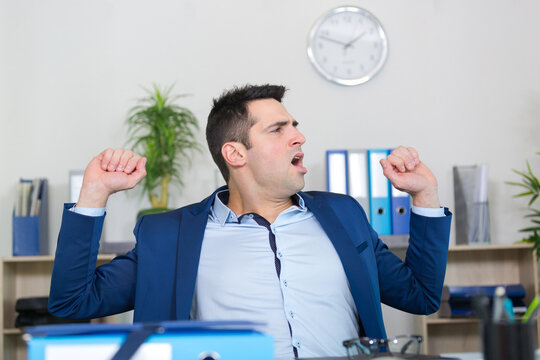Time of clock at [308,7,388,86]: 1:48
